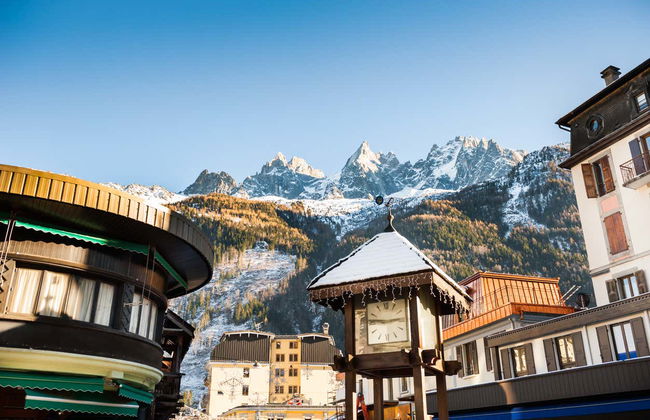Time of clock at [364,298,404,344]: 2:46
